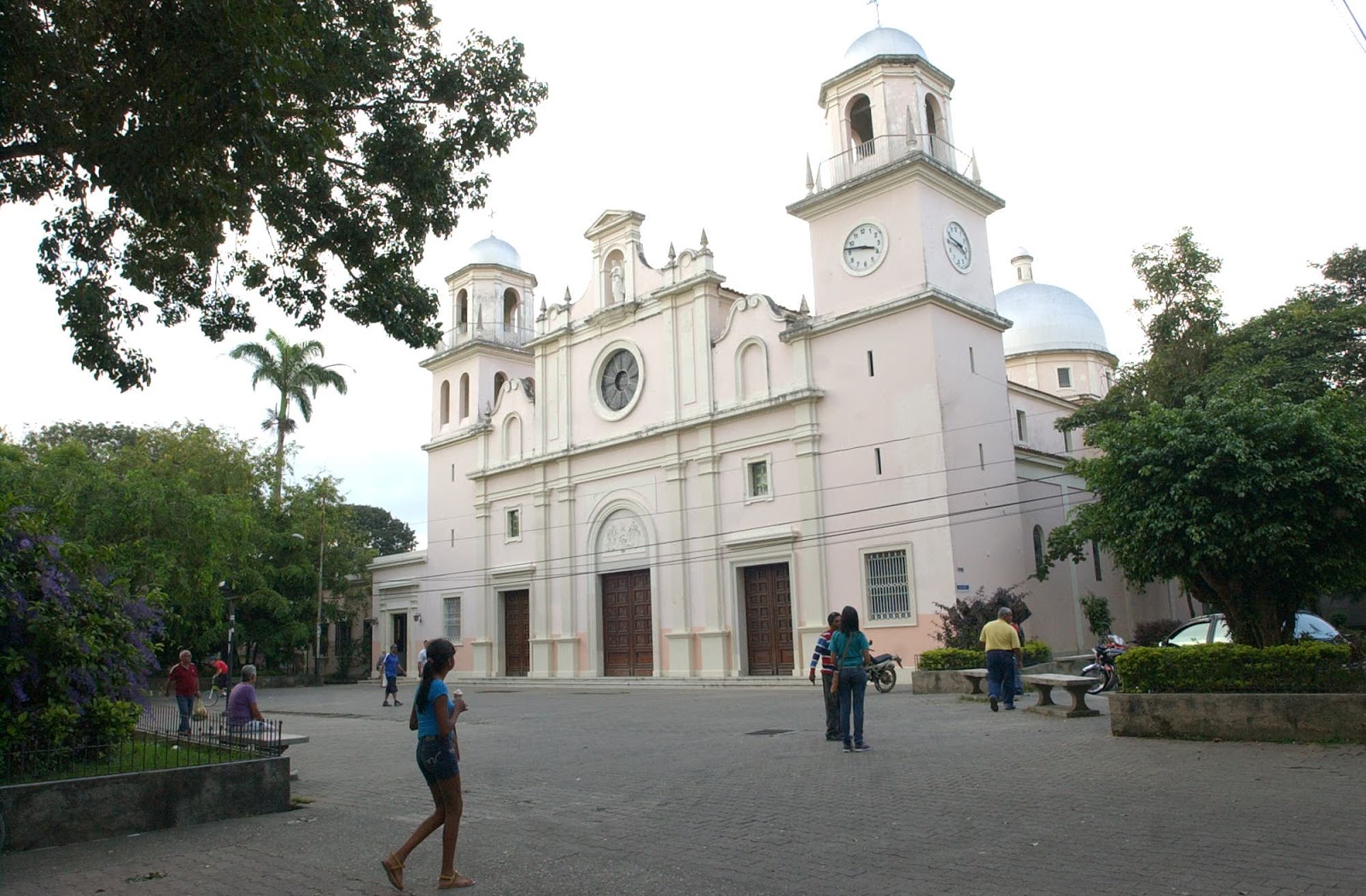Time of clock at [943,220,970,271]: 3:47
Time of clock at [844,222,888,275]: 3:46
